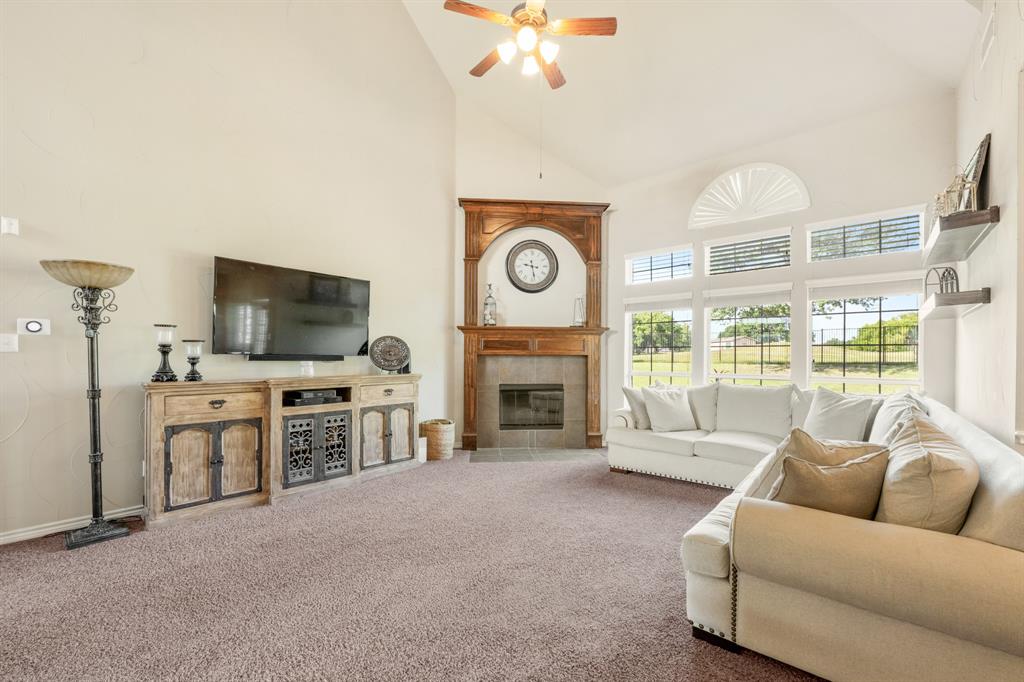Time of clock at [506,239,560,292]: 9:28
